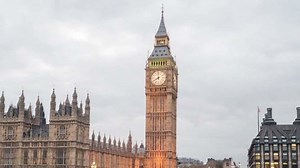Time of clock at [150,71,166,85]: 7:59
